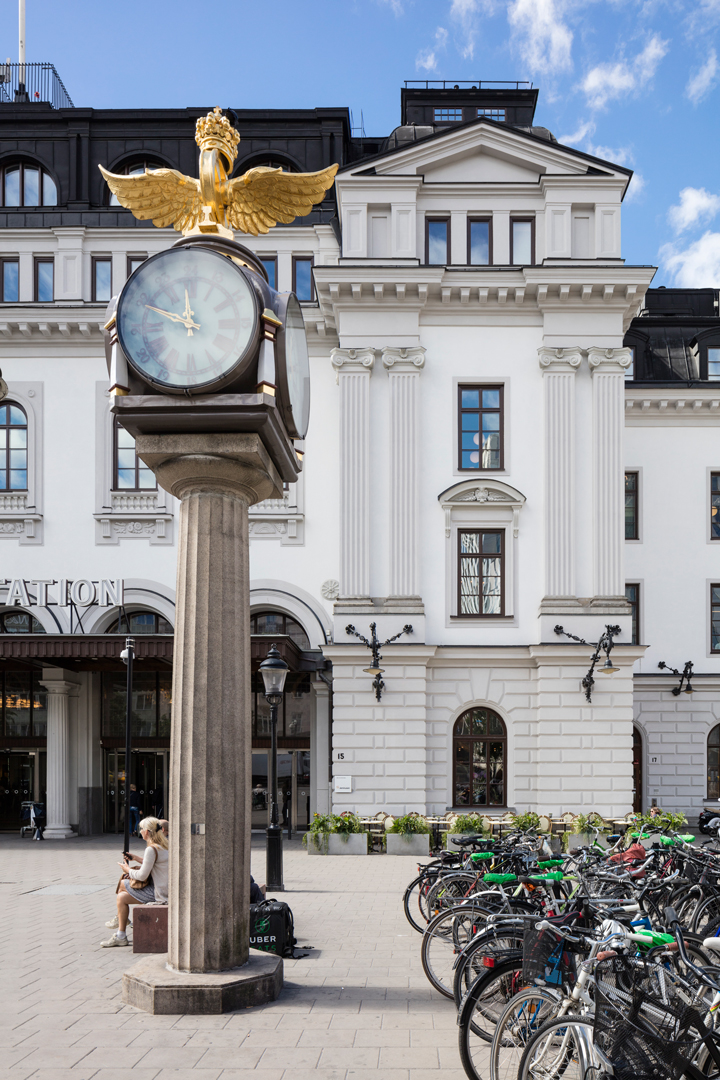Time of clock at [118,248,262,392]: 11:48
